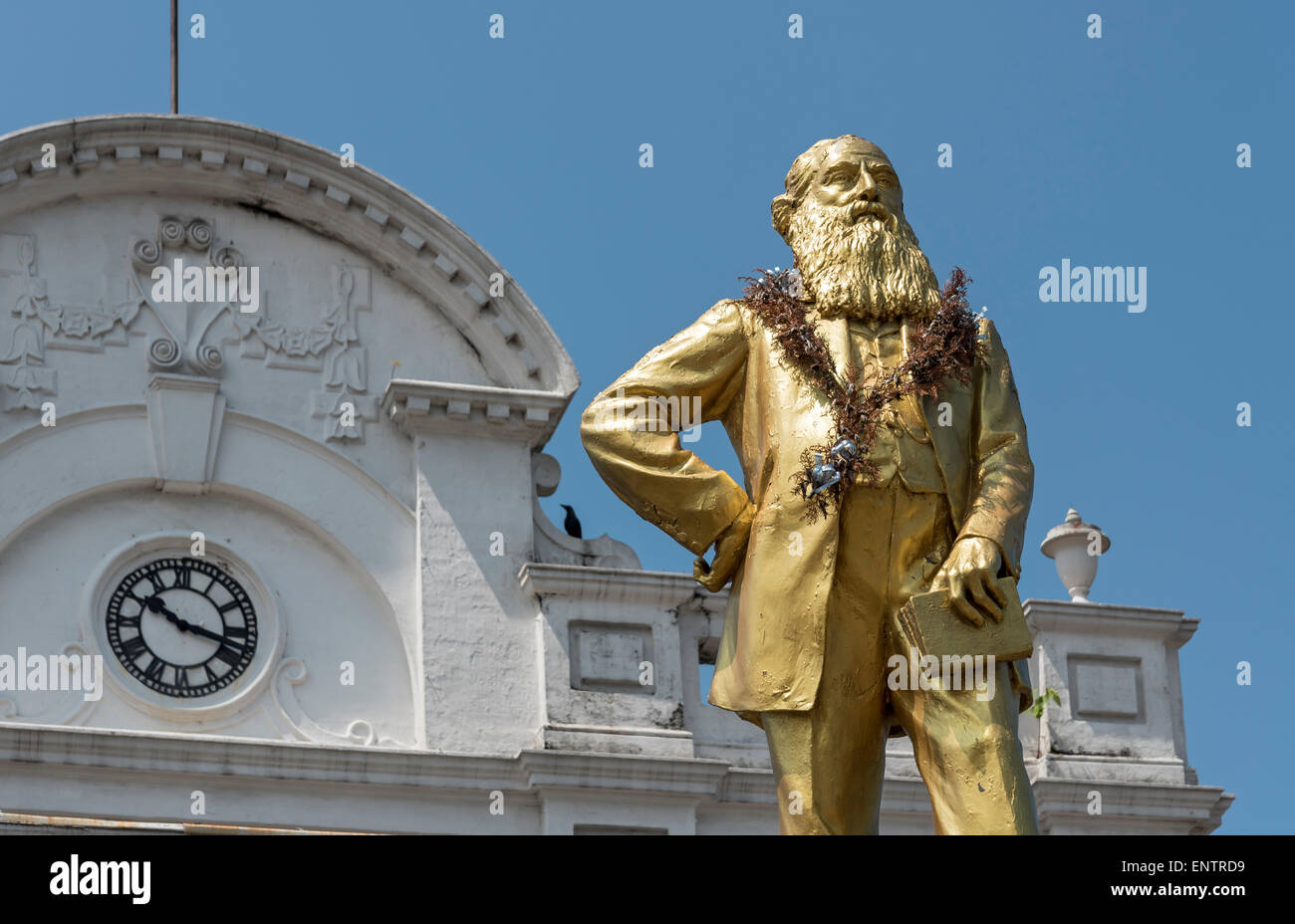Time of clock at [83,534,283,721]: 10:17
